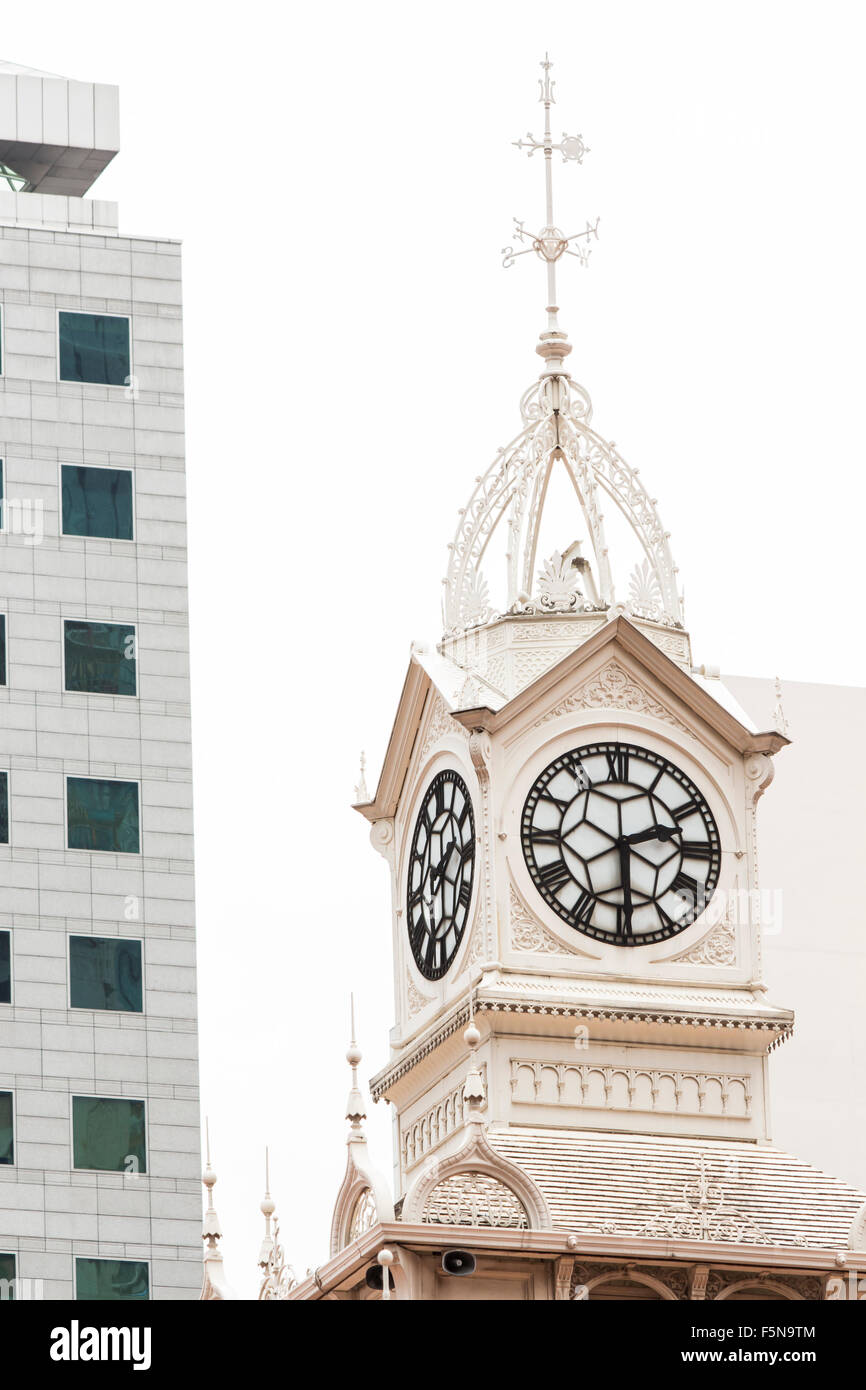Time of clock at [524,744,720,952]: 2:29
